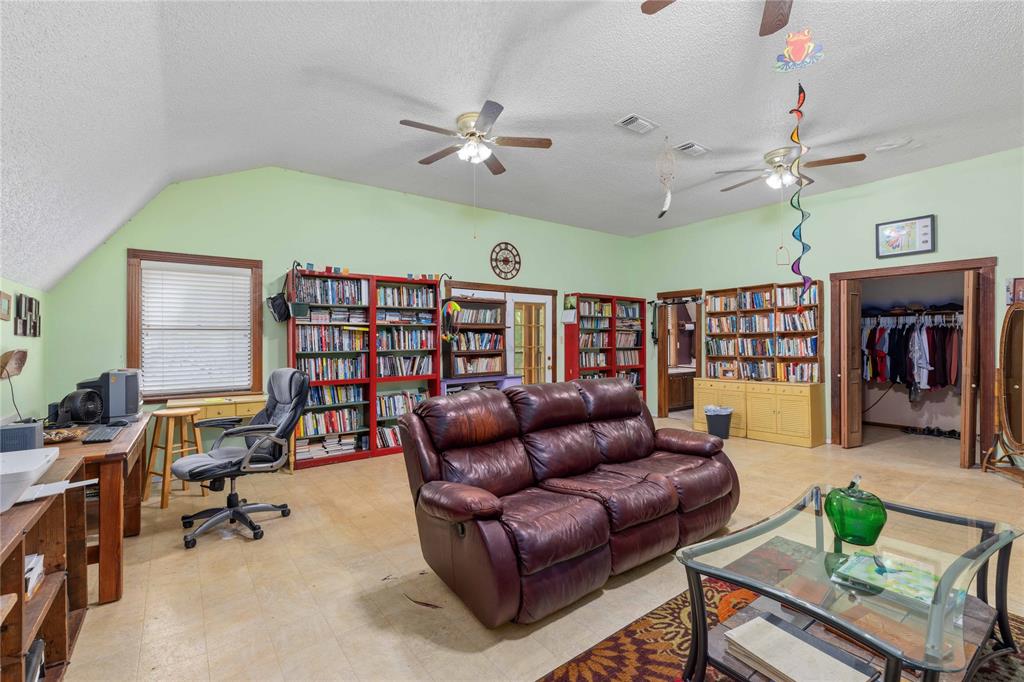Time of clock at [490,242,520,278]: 2:44
